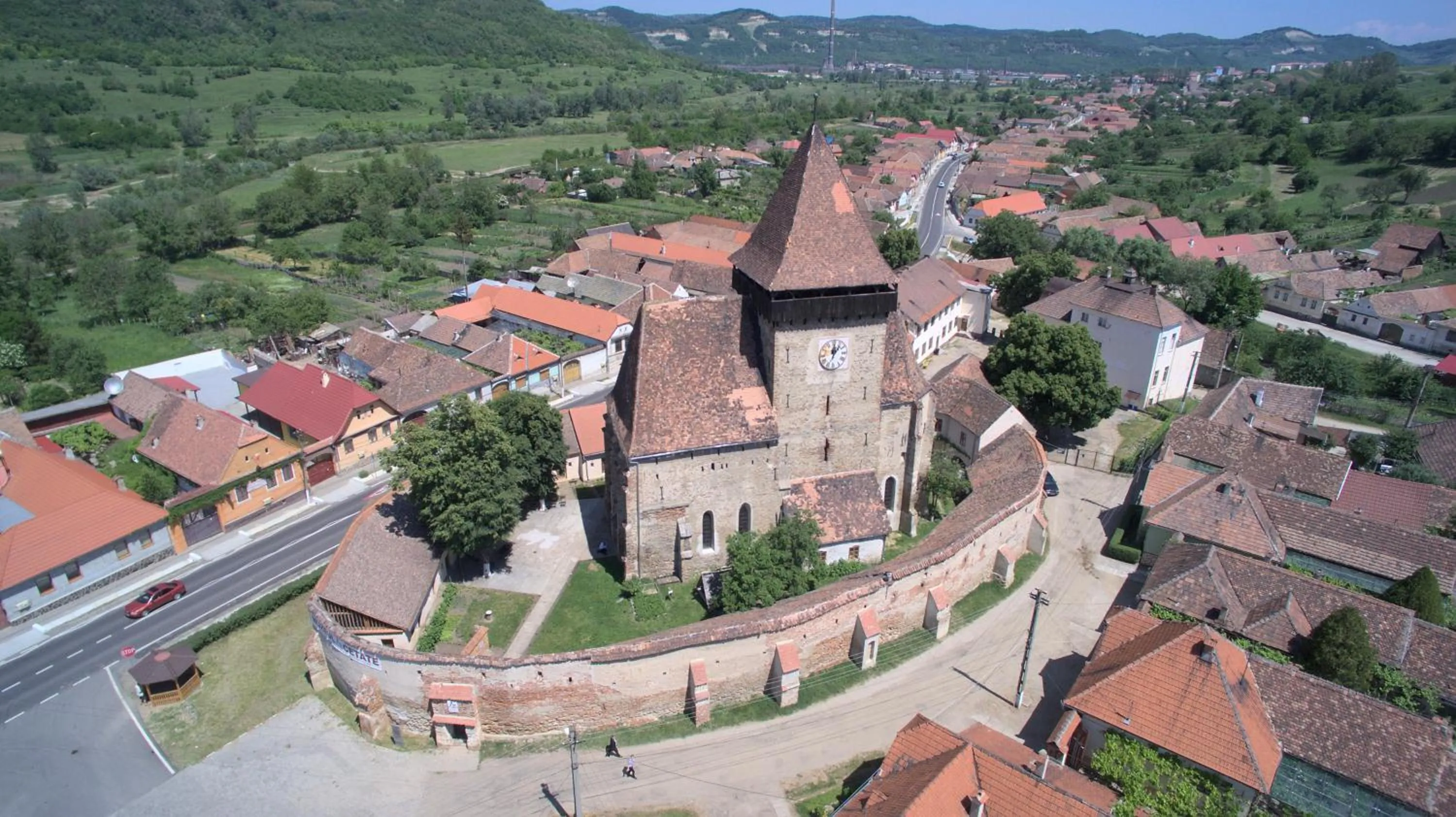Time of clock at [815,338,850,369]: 12:06
